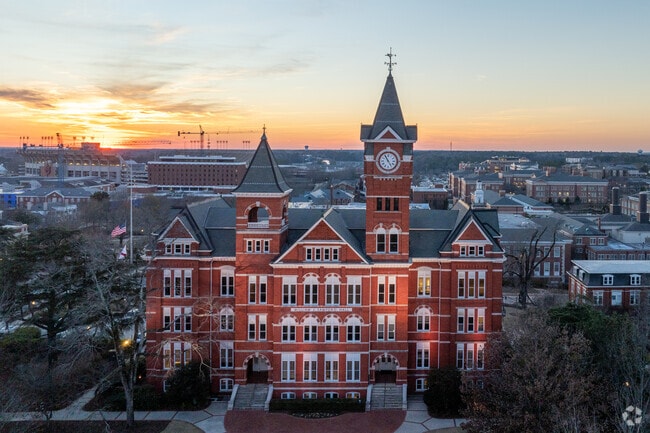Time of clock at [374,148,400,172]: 4:54
